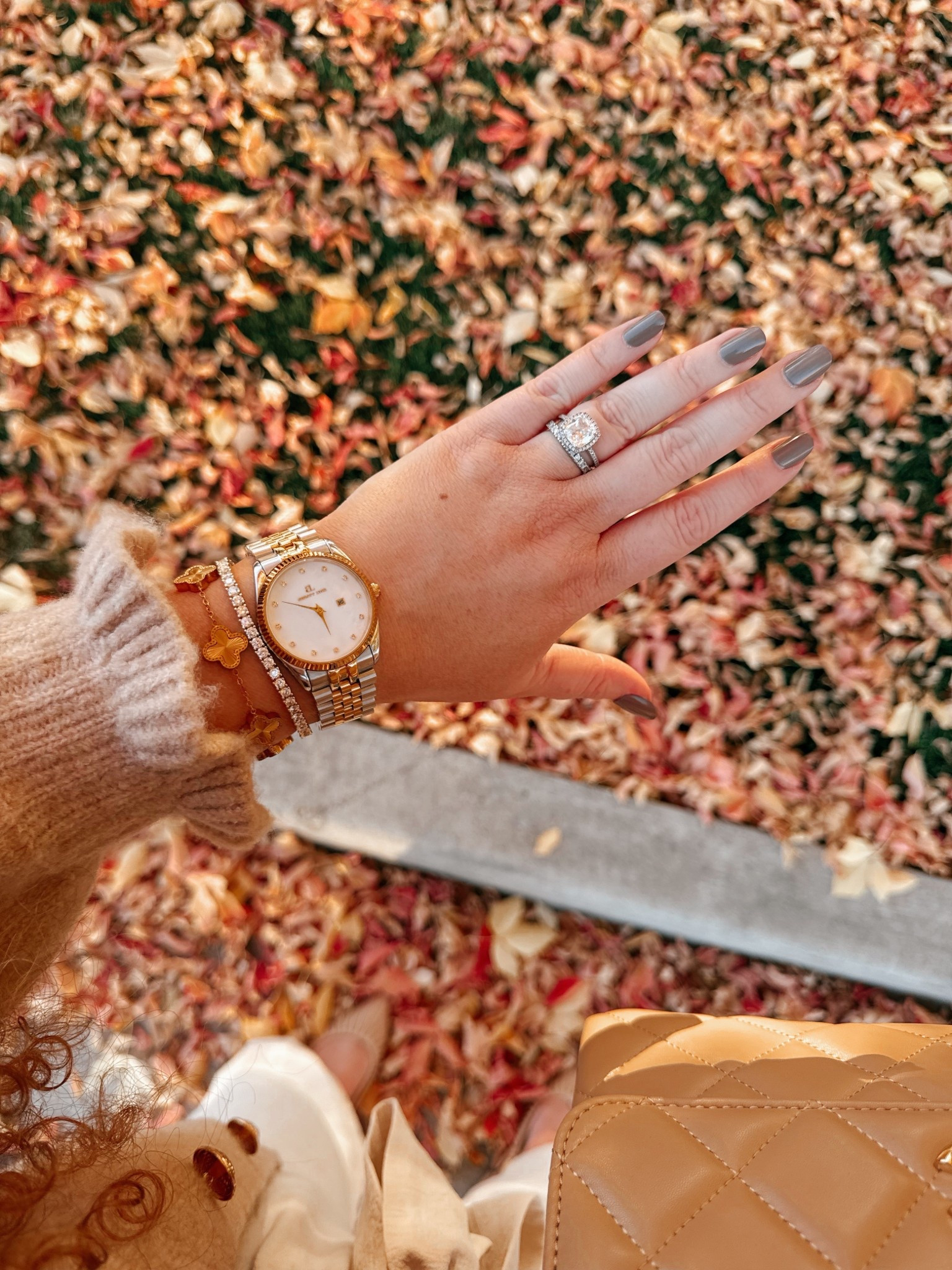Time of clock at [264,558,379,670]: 4:45
